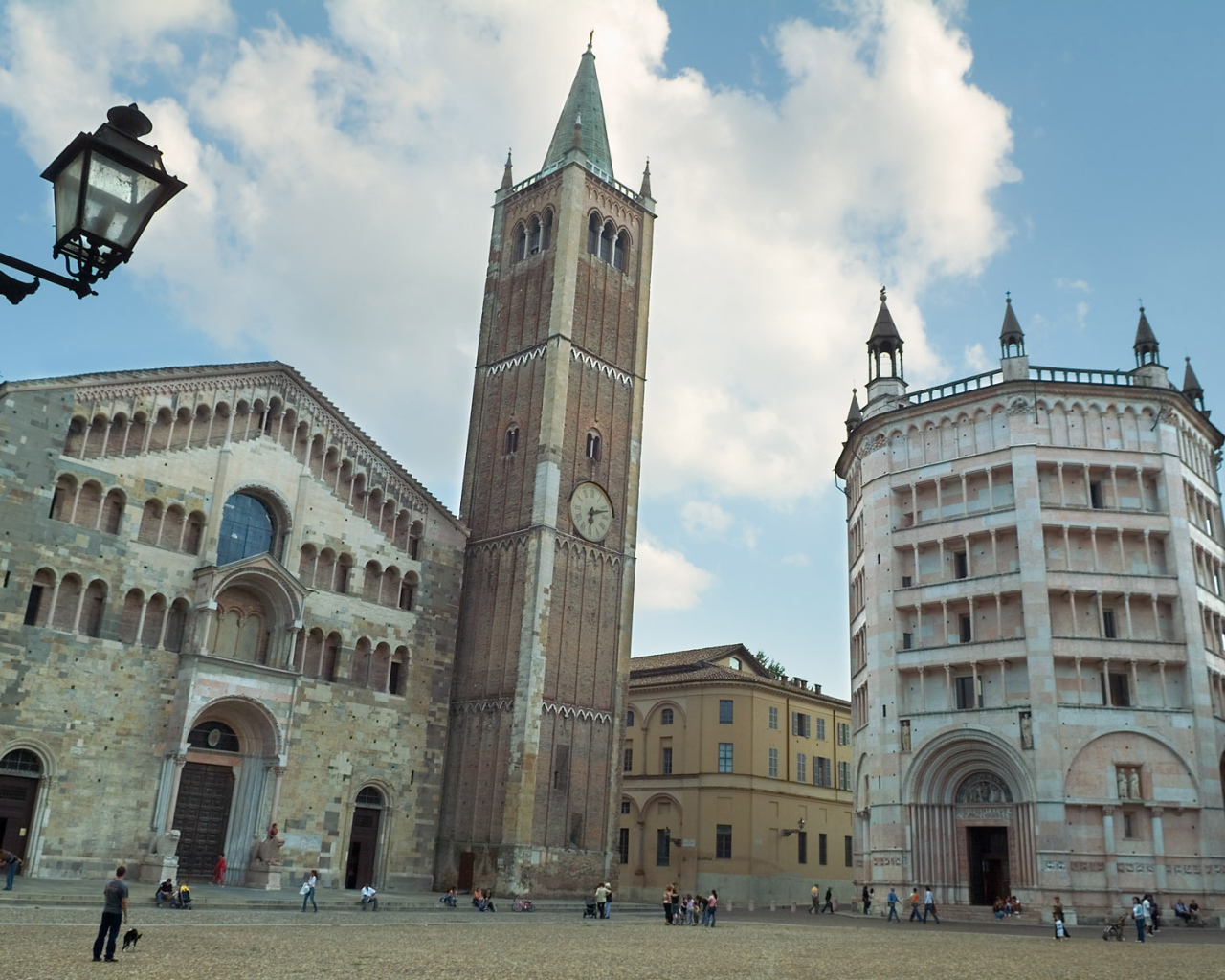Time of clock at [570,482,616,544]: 6:12
